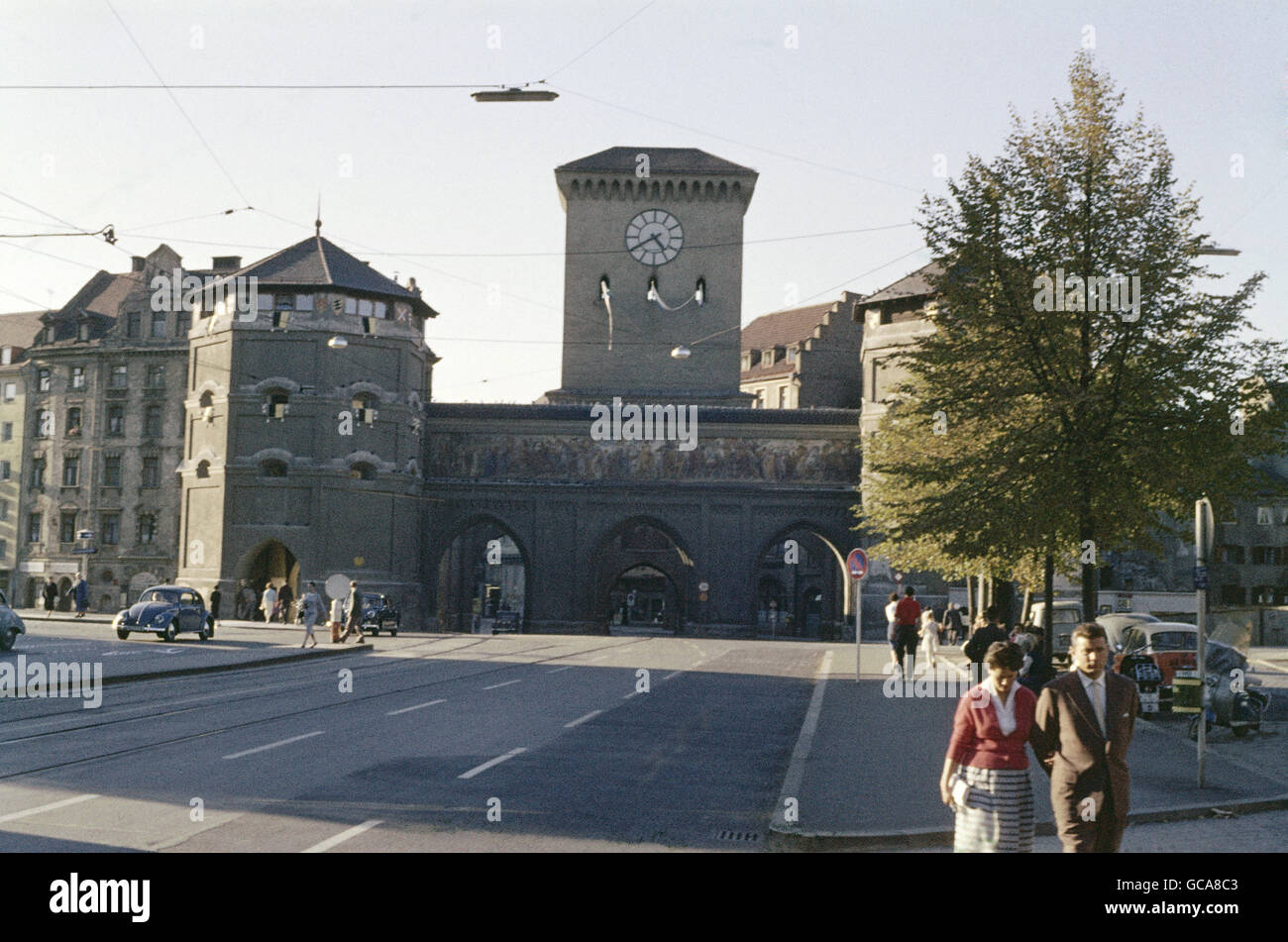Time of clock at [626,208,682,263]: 4:40
